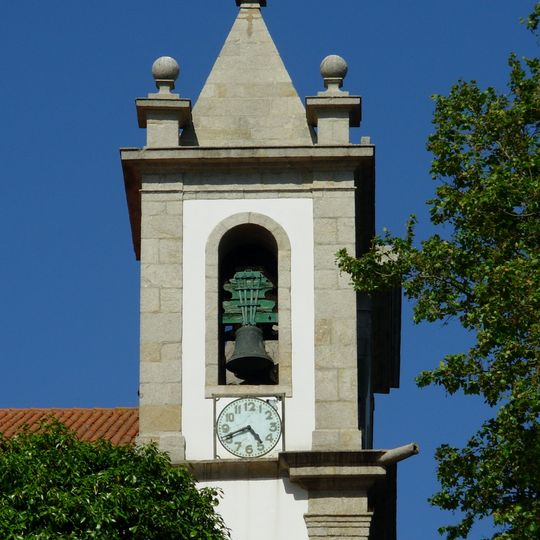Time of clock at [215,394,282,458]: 4:41
